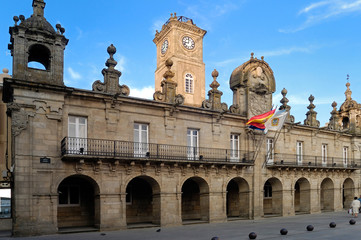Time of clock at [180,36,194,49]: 9:01
